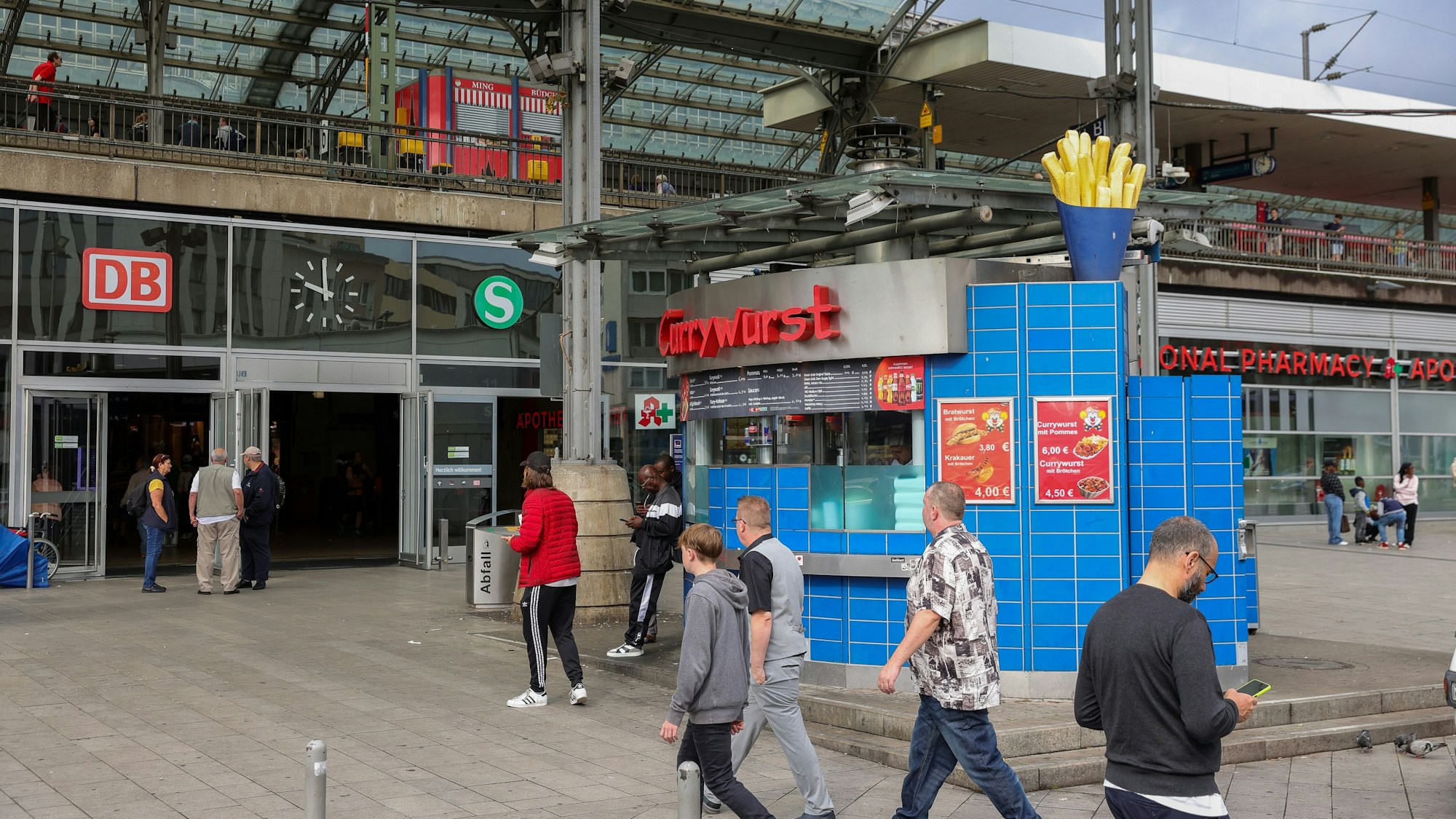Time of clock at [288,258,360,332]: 11:48
